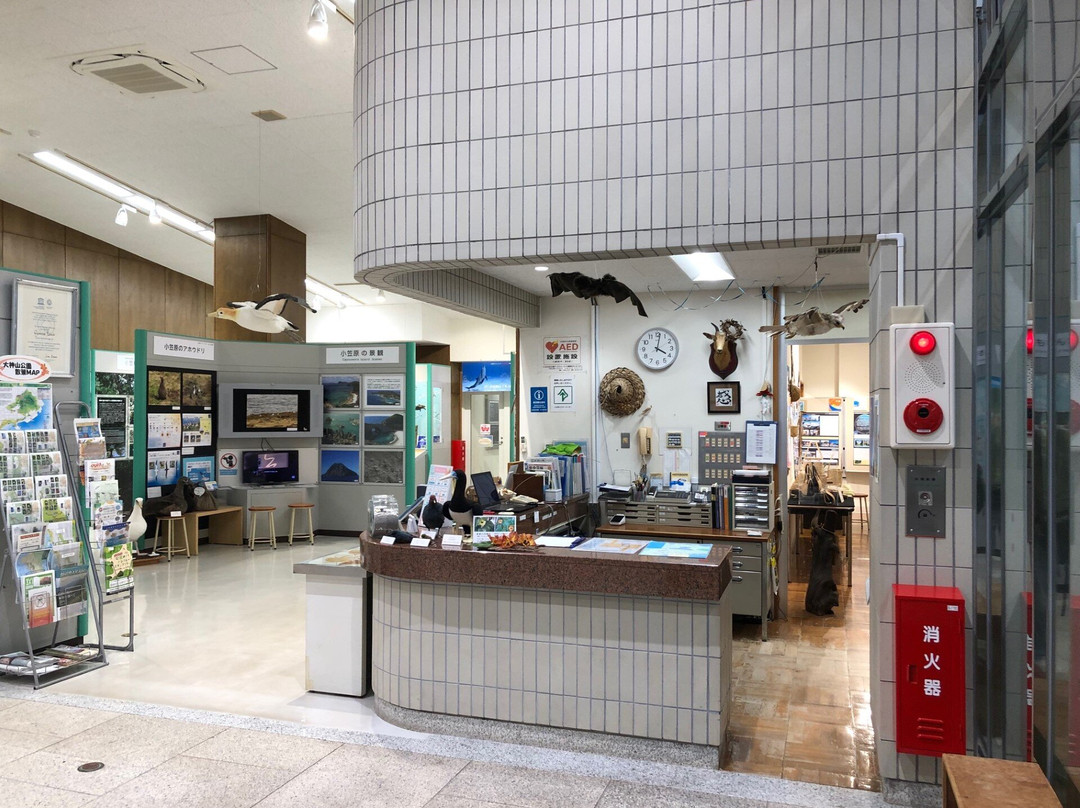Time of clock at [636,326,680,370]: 4:01
